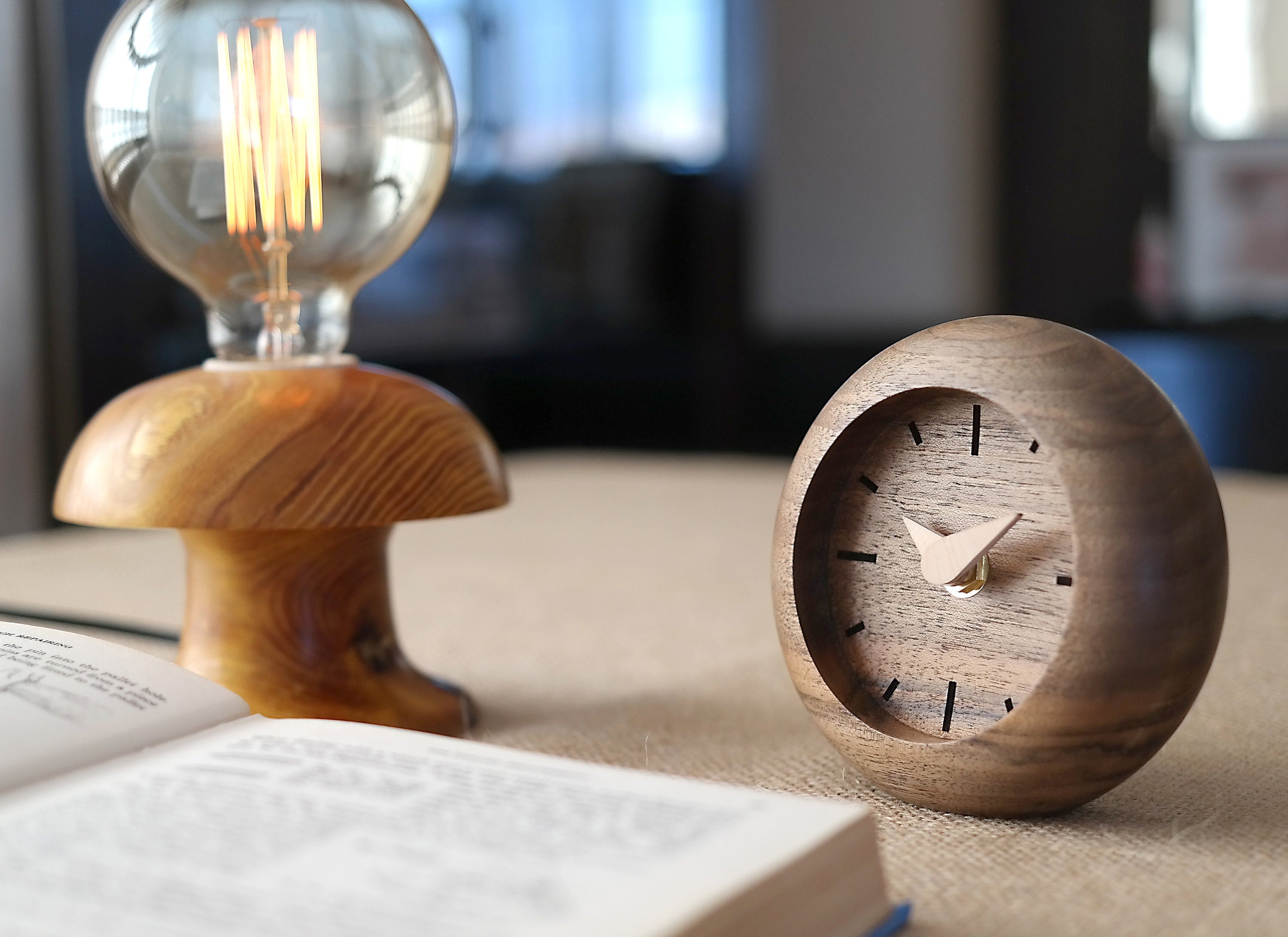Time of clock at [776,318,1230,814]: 2:07
